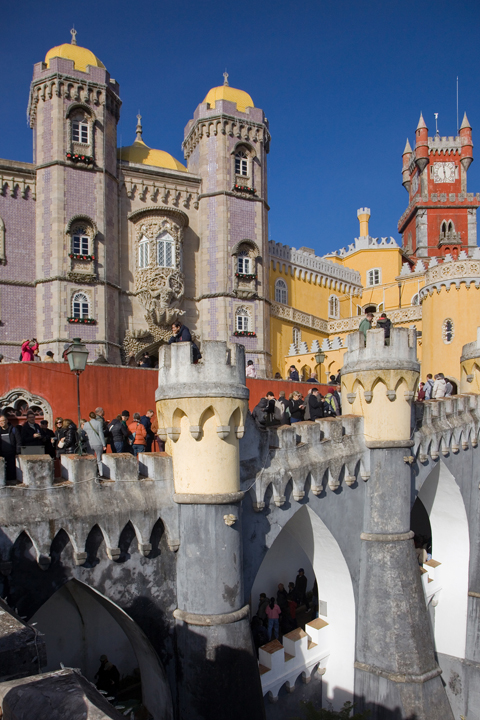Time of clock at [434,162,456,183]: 5:59
